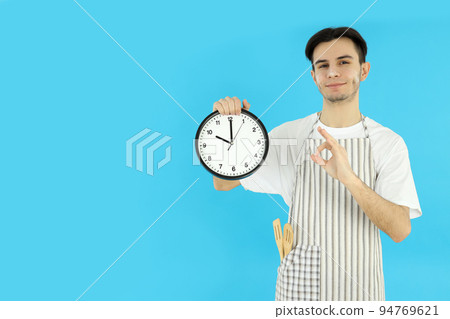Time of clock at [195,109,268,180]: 10:00
